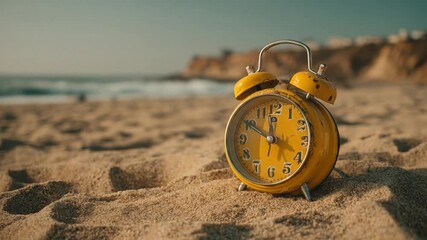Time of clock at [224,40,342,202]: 11:50
